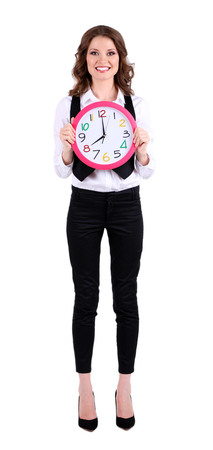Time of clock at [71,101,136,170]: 7:59
